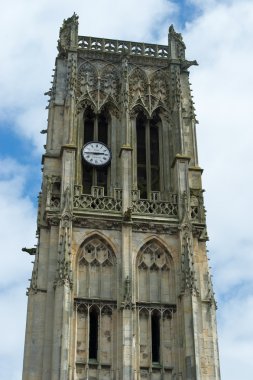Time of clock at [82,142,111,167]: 2:44
